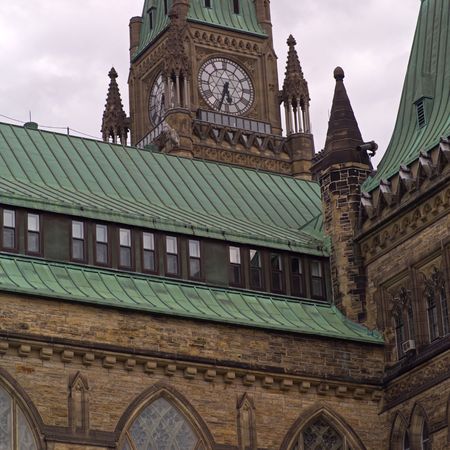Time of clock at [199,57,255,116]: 5:33
